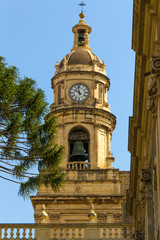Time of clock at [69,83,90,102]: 9:57
